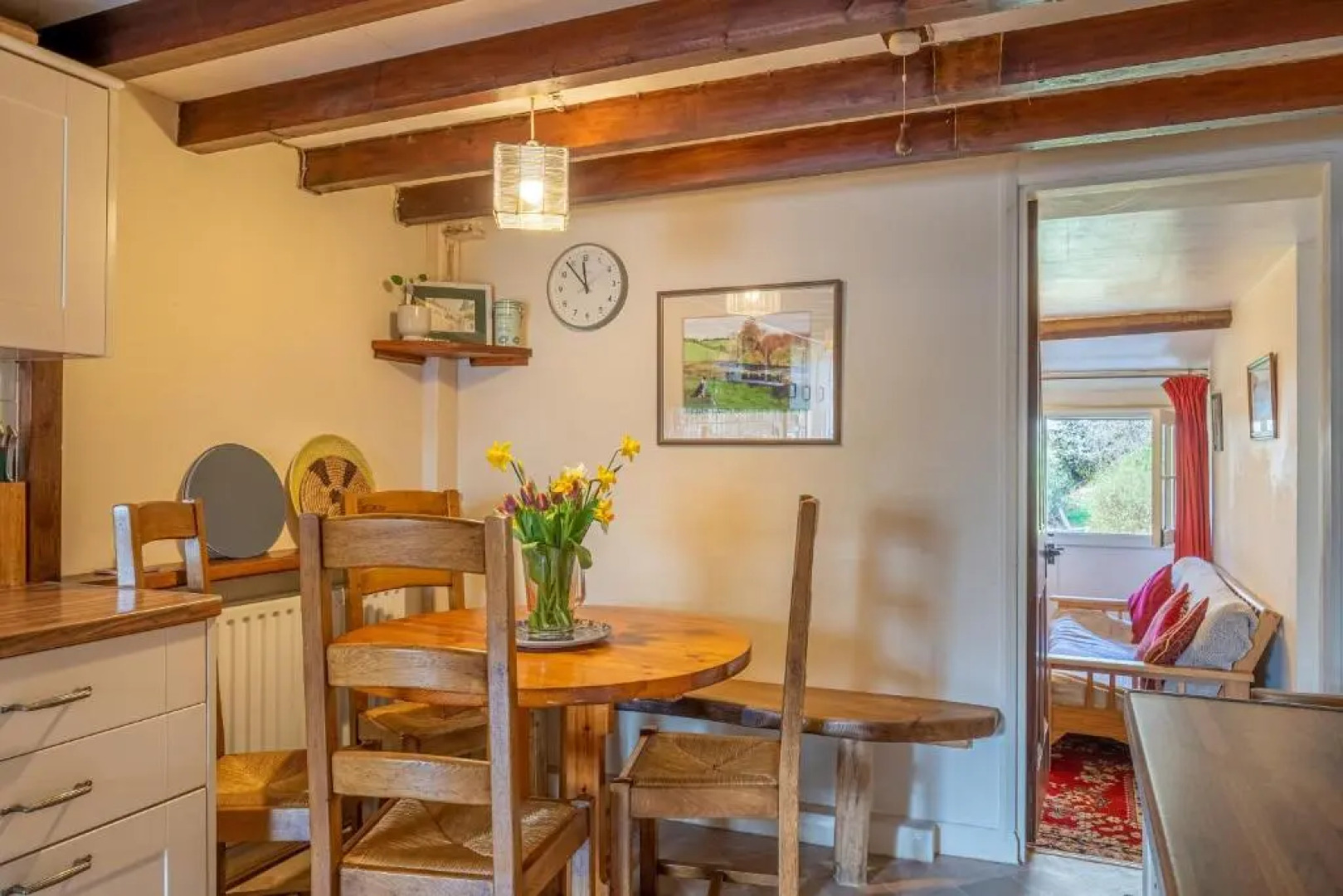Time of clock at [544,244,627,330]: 11:53
